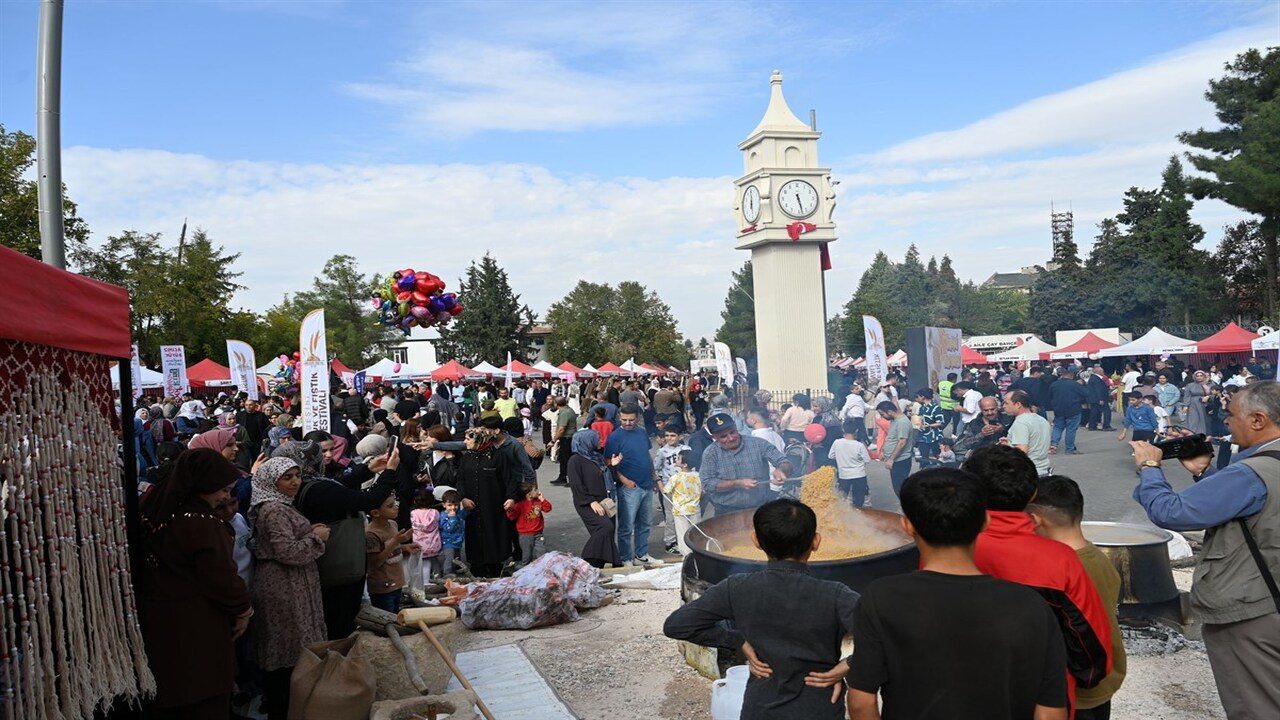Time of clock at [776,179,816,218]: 5:28
